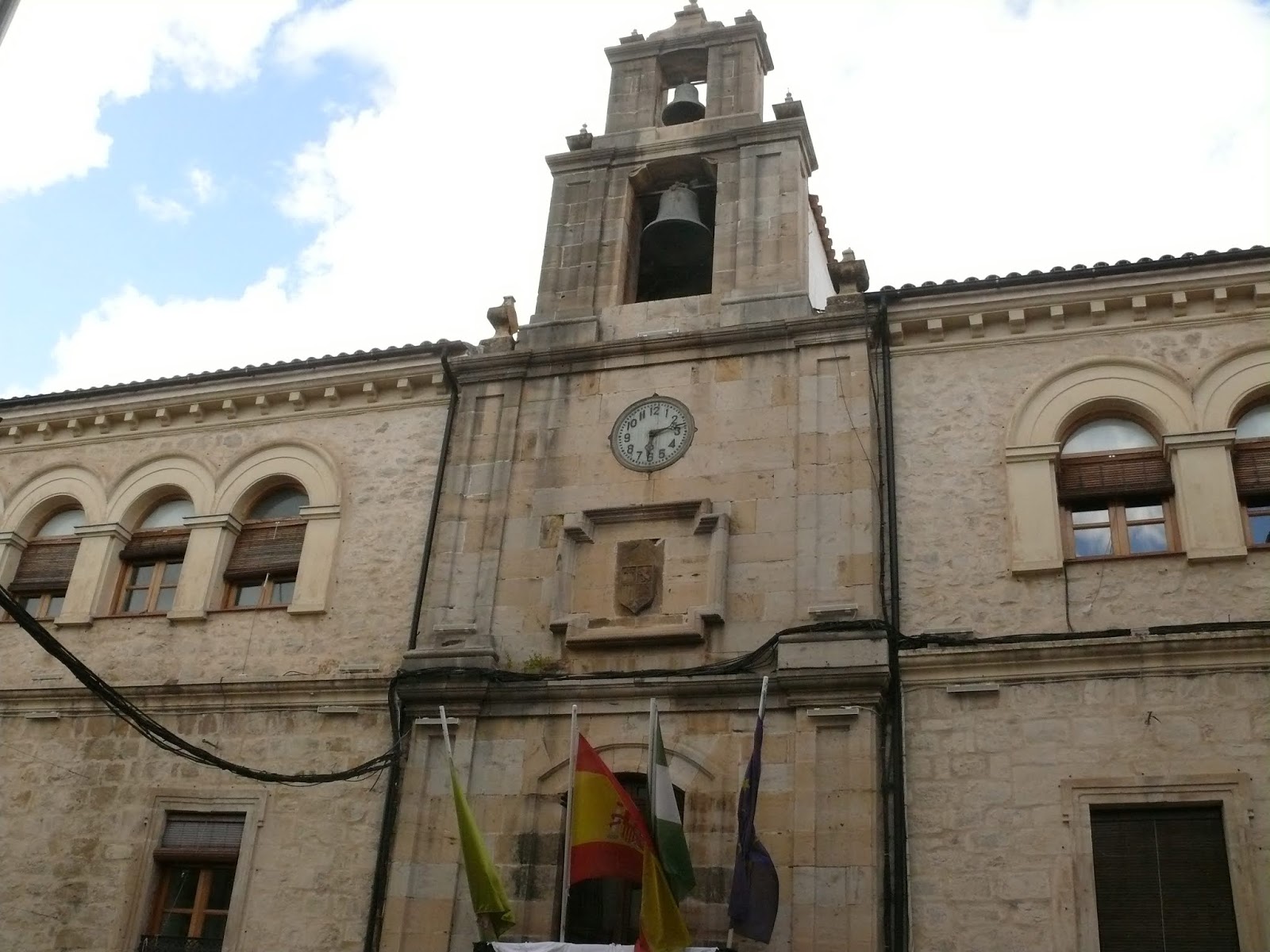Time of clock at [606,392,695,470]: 6:13
